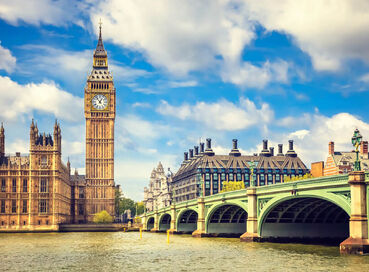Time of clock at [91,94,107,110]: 12:53
